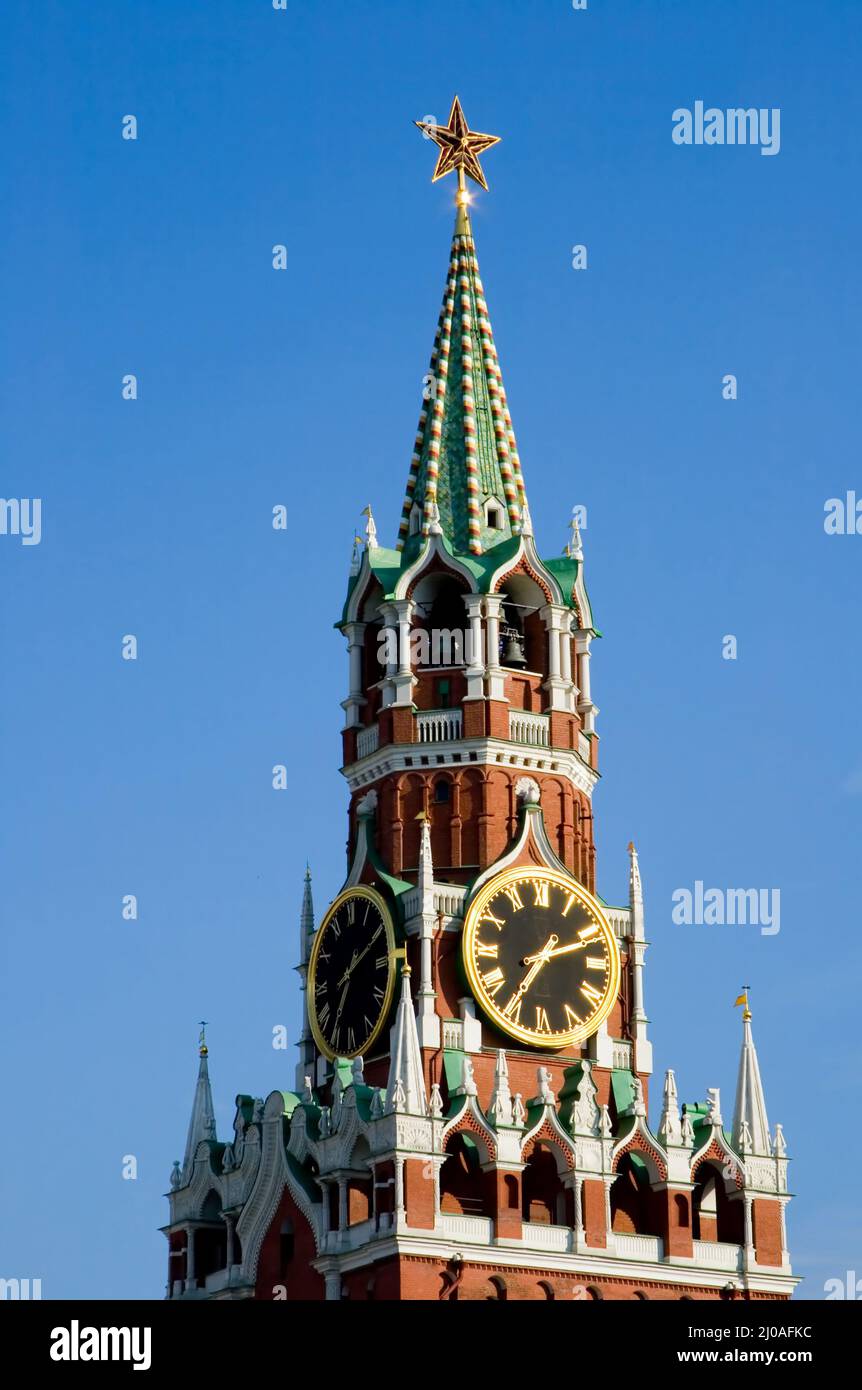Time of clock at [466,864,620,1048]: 7:11
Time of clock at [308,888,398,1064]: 7:10
